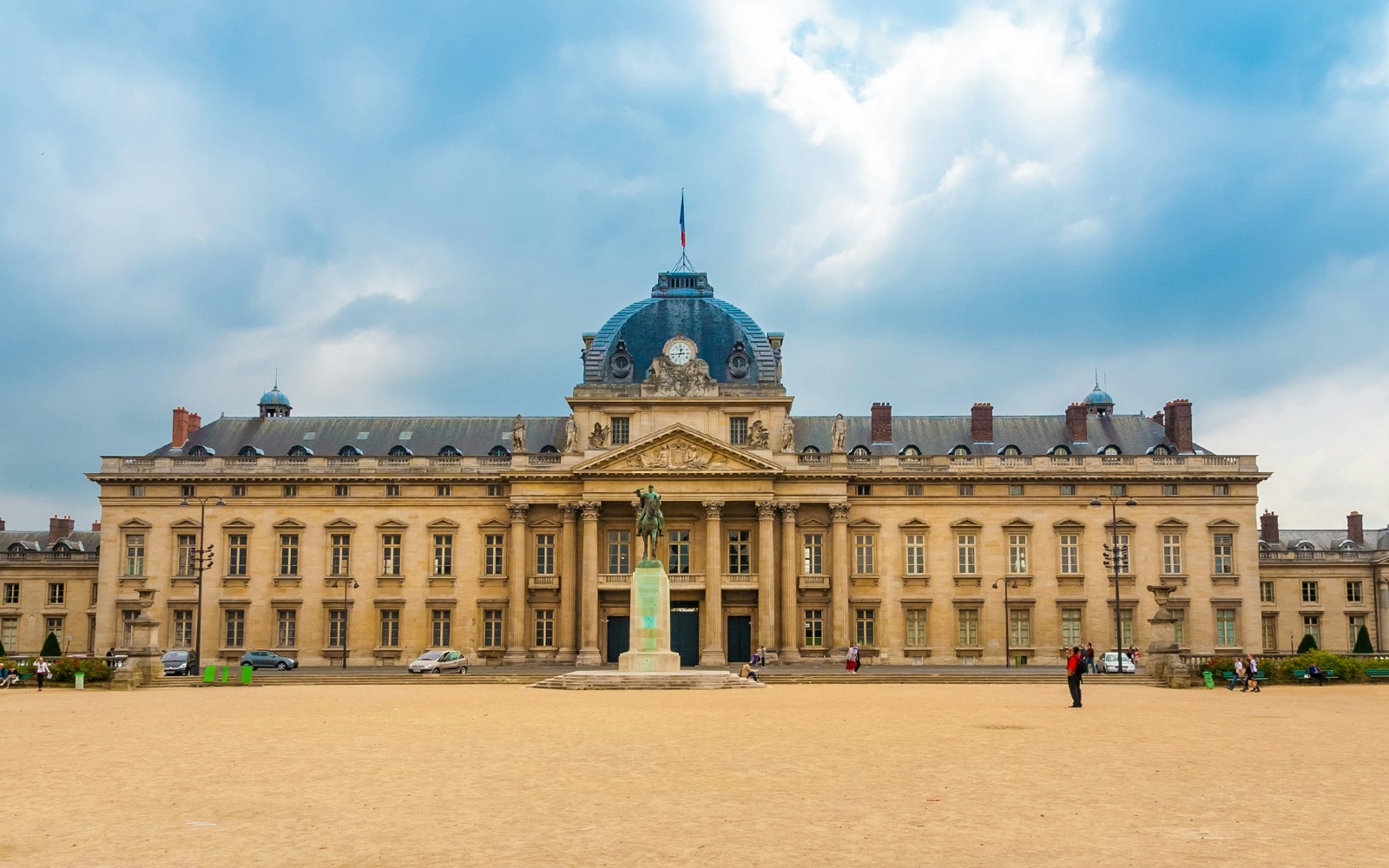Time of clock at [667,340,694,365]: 12:43
